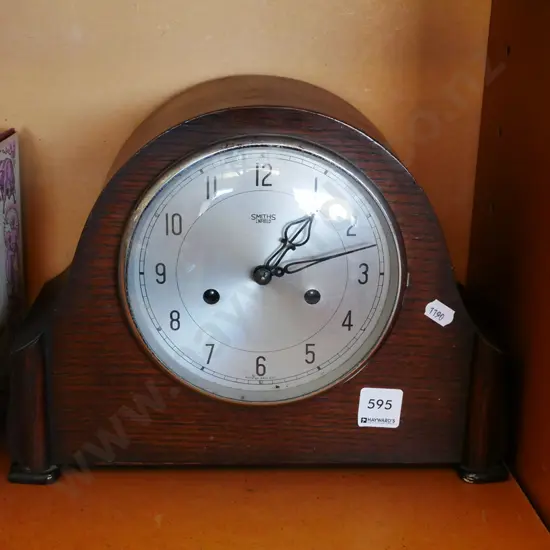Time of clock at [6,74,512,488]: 1:12
